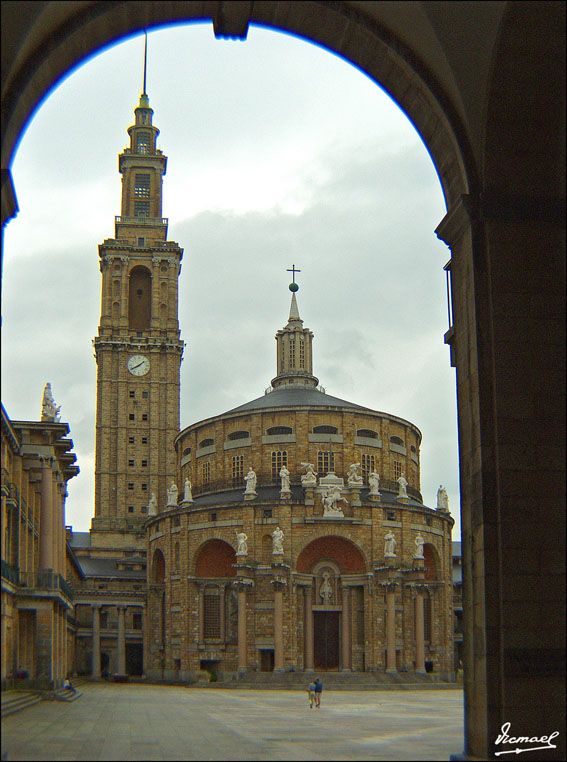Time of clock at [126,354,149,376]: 1:39
